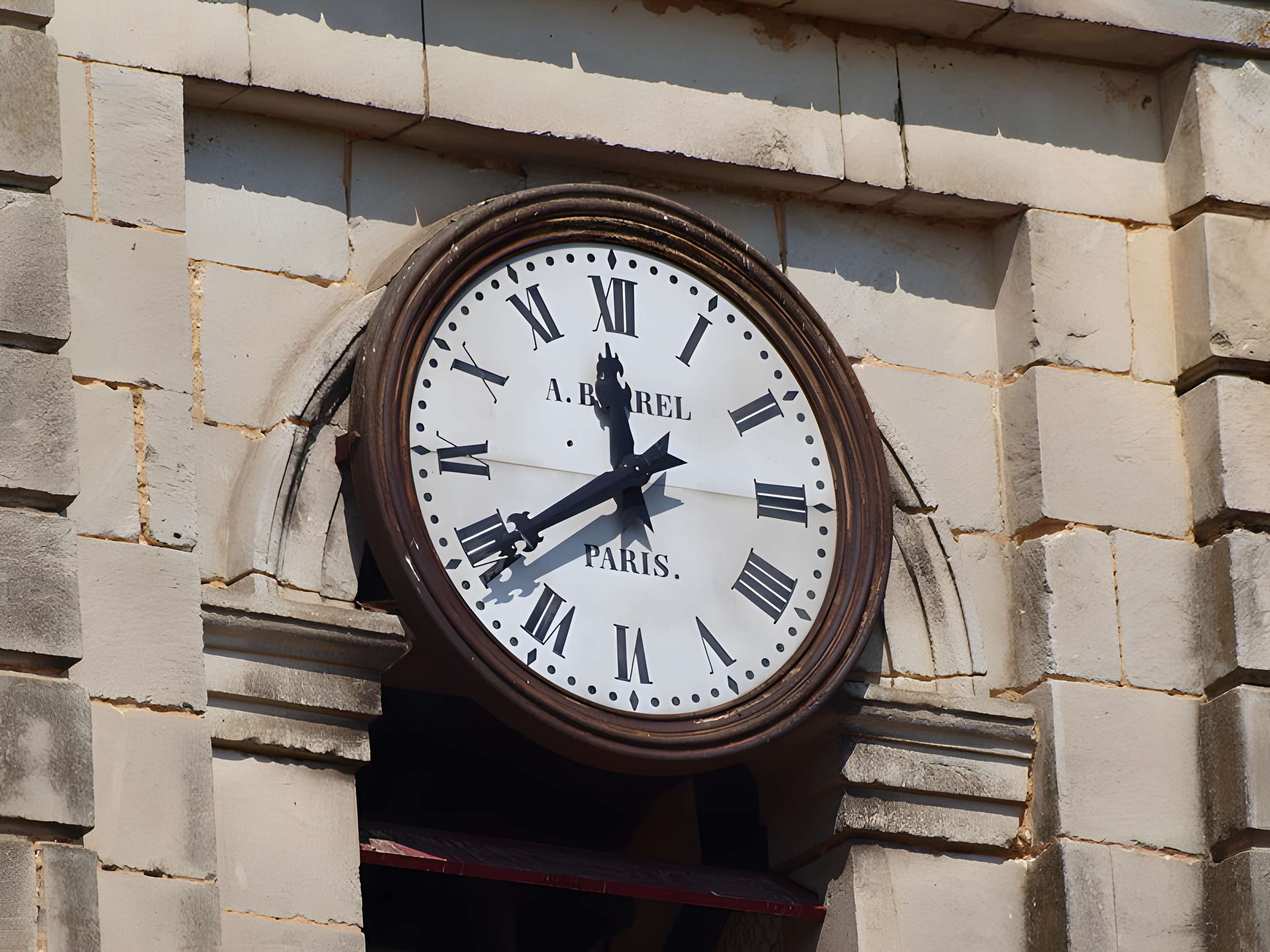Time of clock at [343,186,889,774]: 11:39
